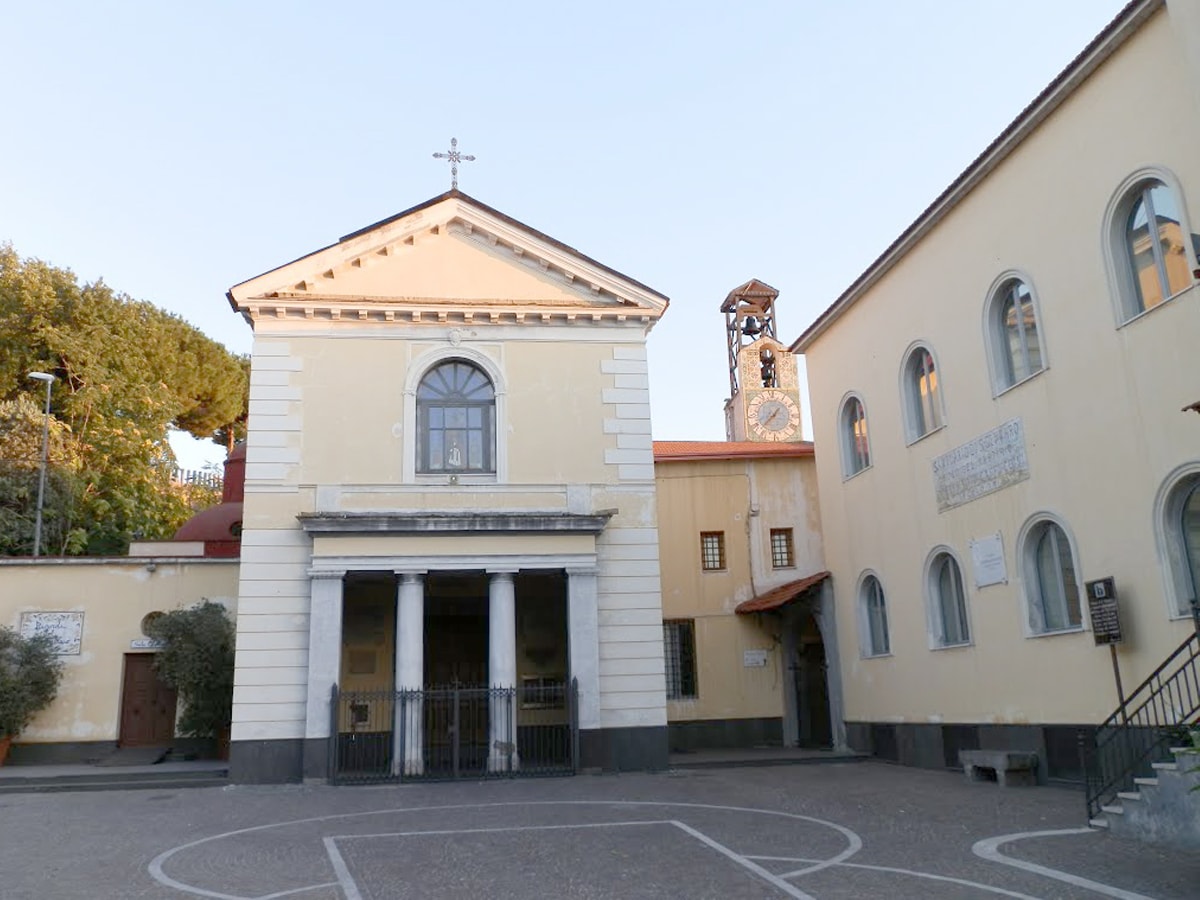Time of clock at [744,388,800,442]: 7:37
